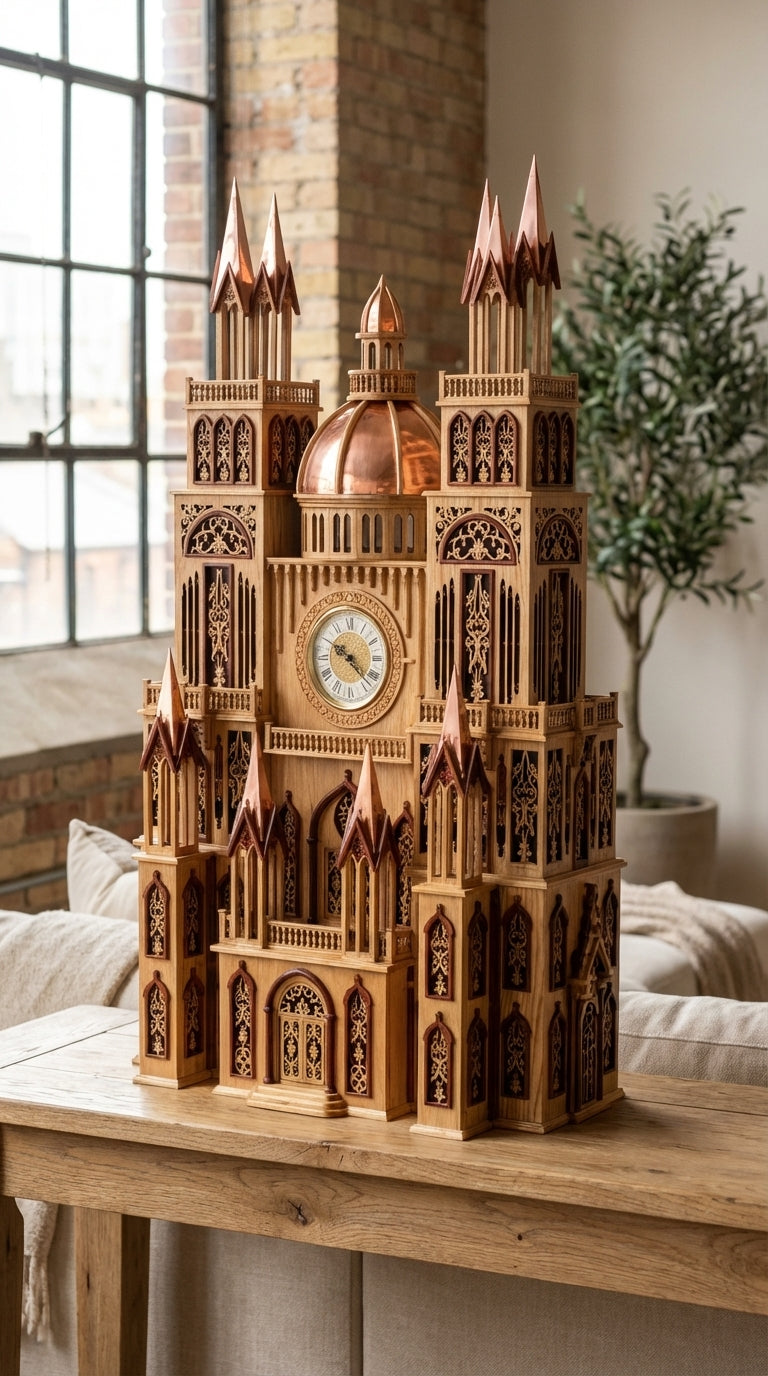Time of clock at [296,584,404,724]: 10:22
